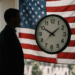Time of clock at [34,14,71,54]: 1:50
